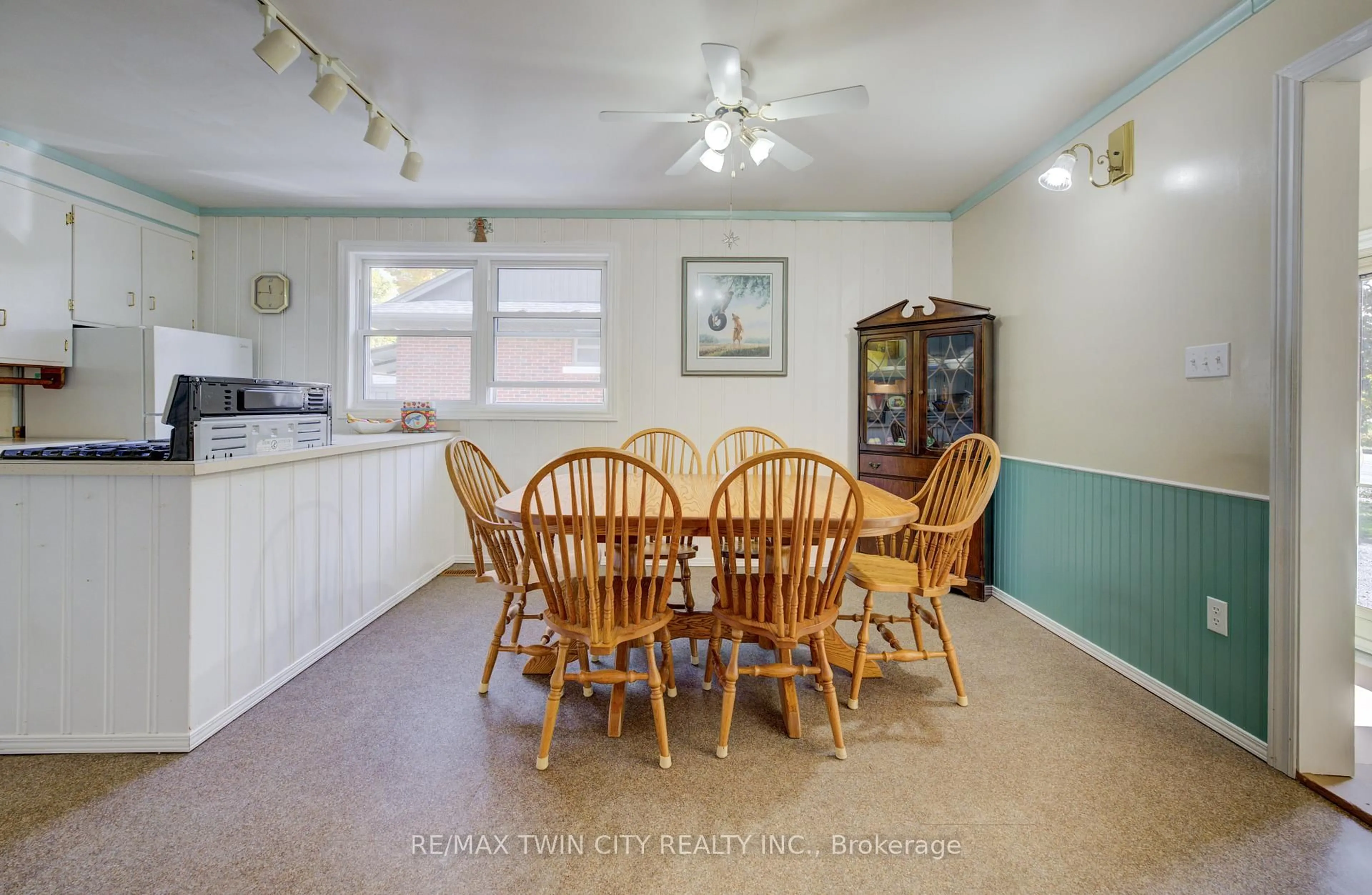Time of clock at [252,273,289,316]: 11:45
